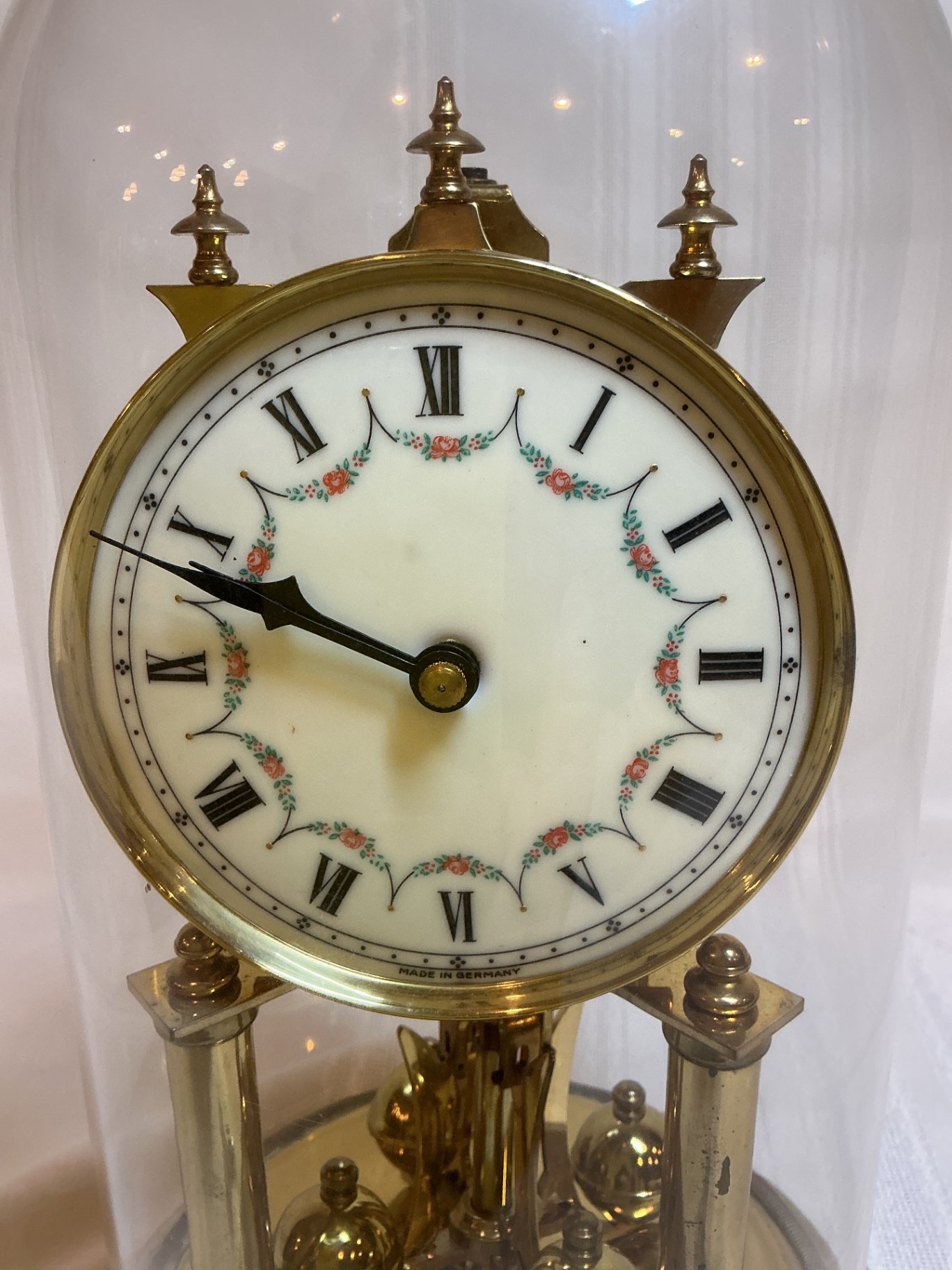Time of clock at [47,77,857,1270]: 9:48
